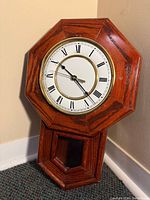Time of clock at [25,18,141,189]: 10:22
